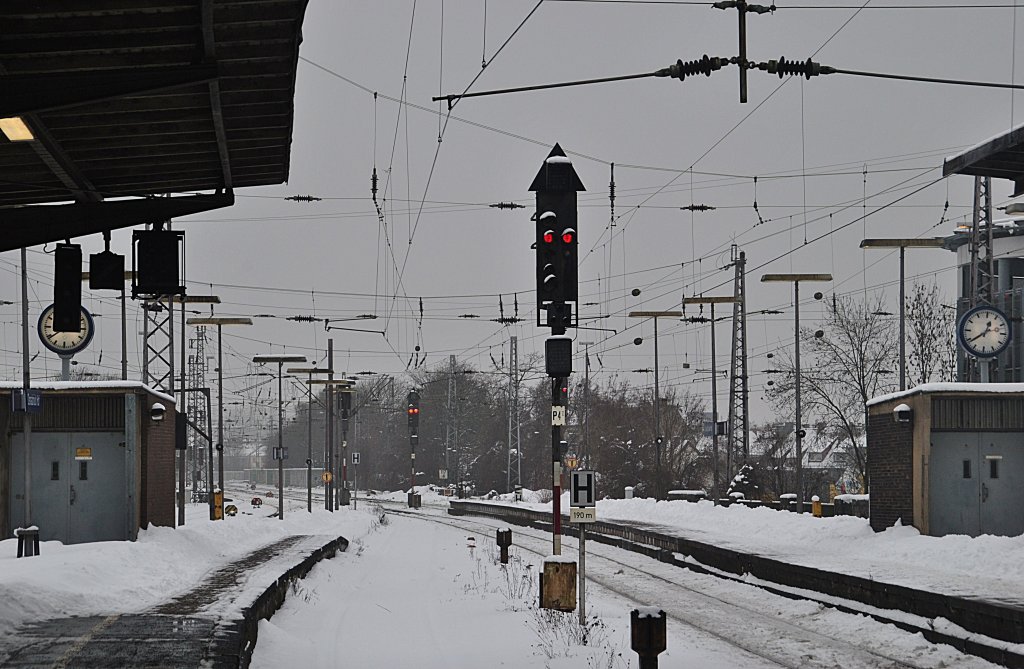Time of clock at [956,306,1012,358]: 12:38
